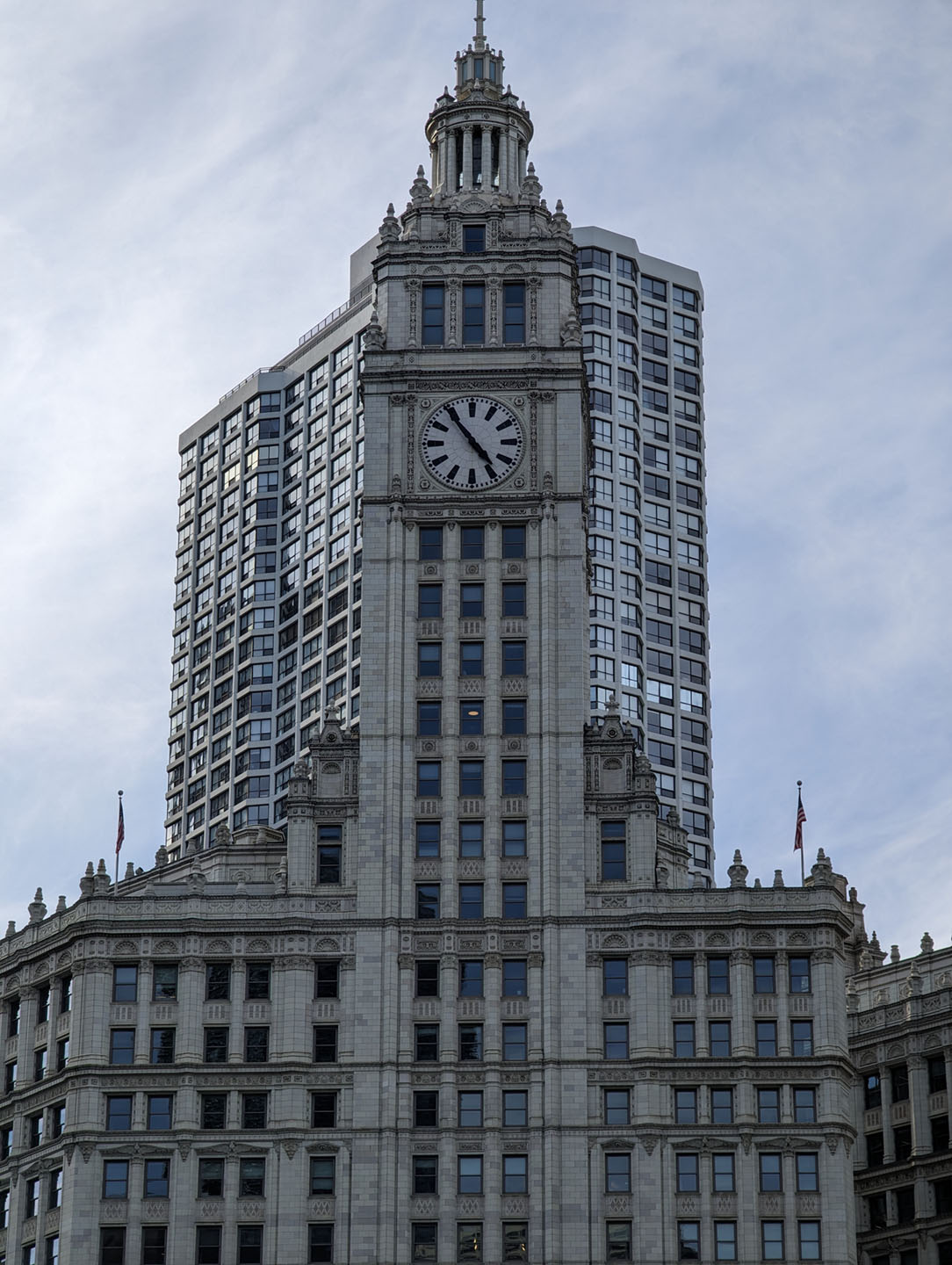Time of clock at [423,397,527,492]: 4:54
